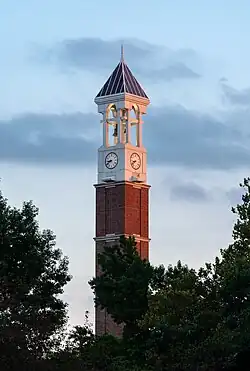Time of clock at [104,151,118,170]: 8:39
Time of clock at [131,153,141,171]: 8:38
